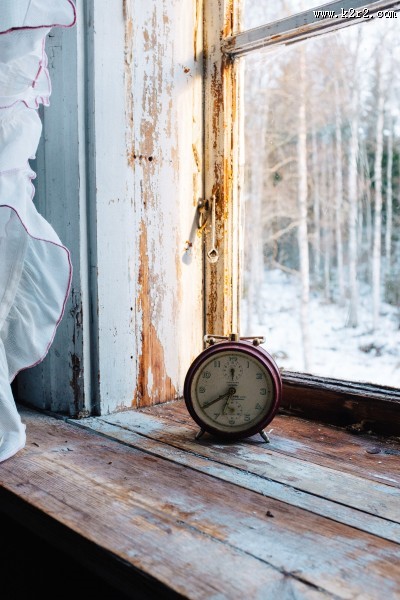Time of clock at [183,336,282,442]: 6:39
